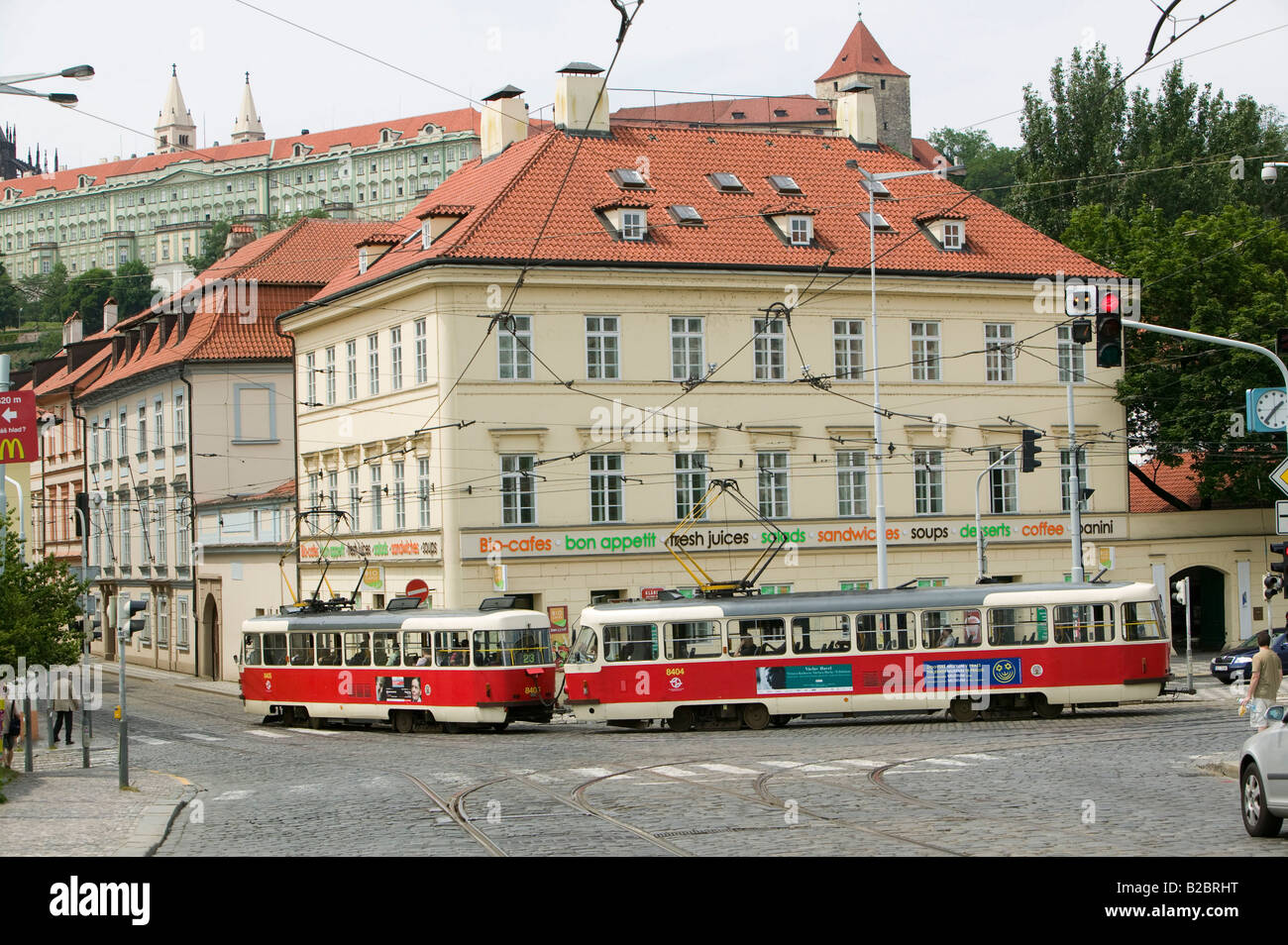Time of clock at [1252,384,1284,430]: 1:36
